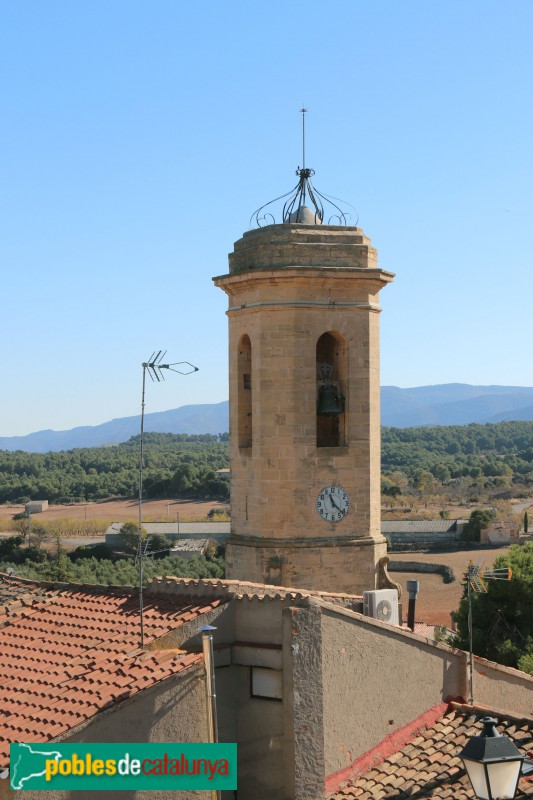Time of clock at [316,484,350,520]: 11:22
